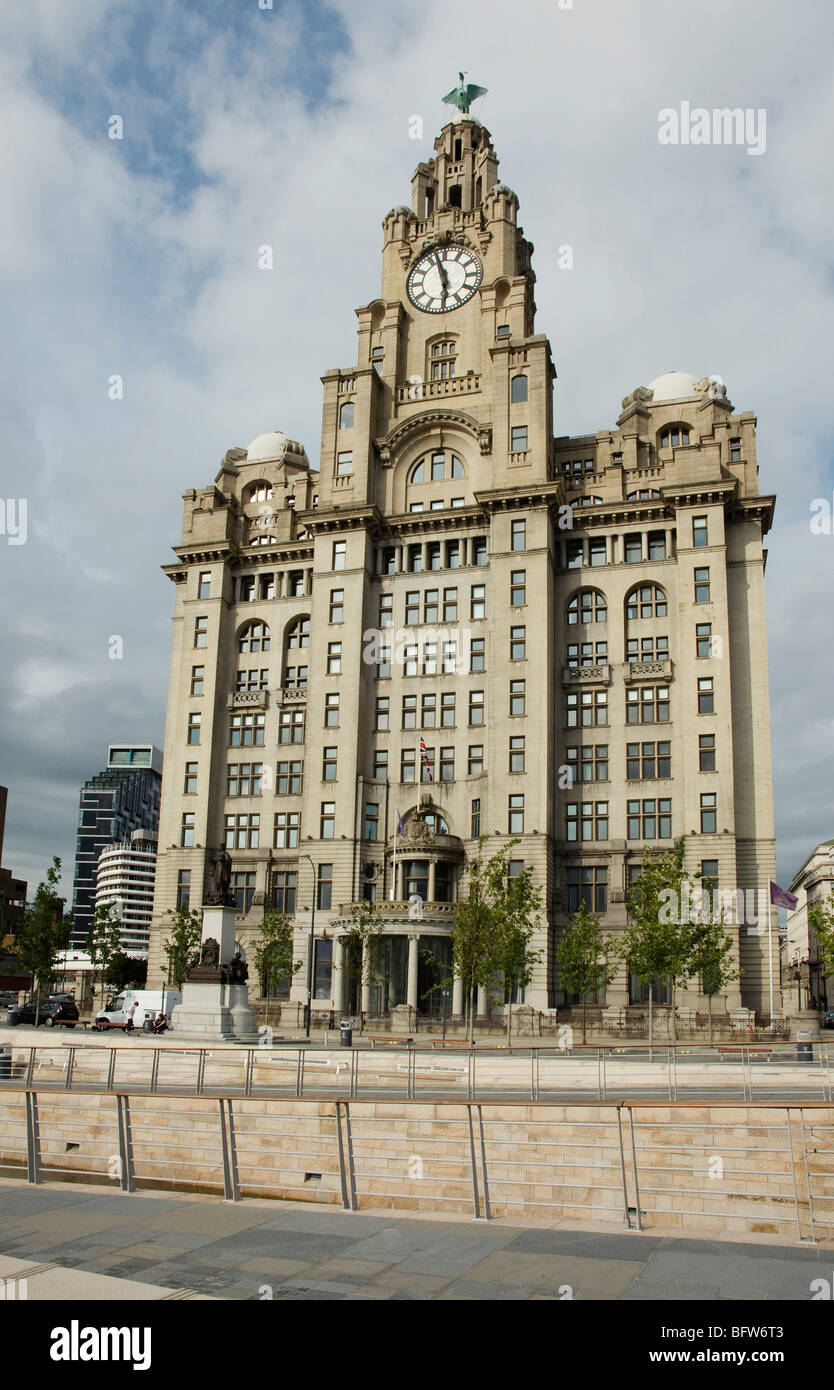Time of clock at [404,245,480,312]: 5:57
